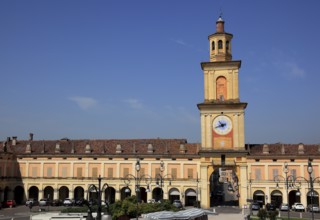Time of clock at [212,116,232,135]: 10:41
